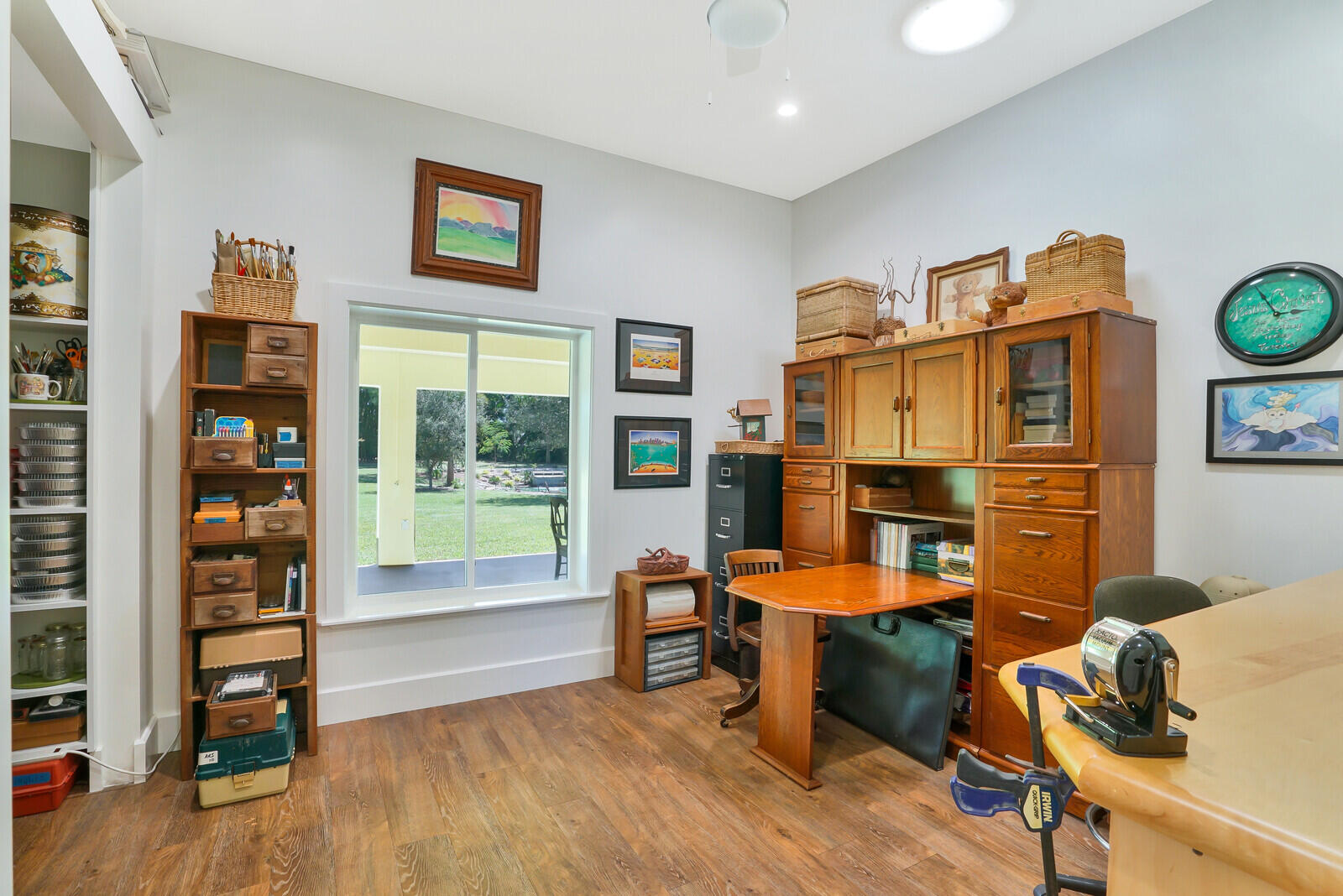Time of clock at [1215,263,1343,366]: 2:54
